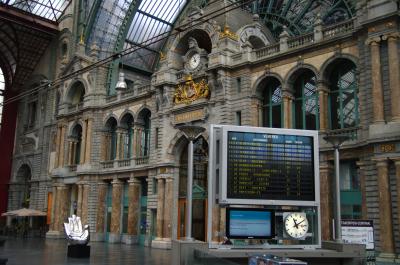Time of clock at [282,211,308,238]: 11:09
